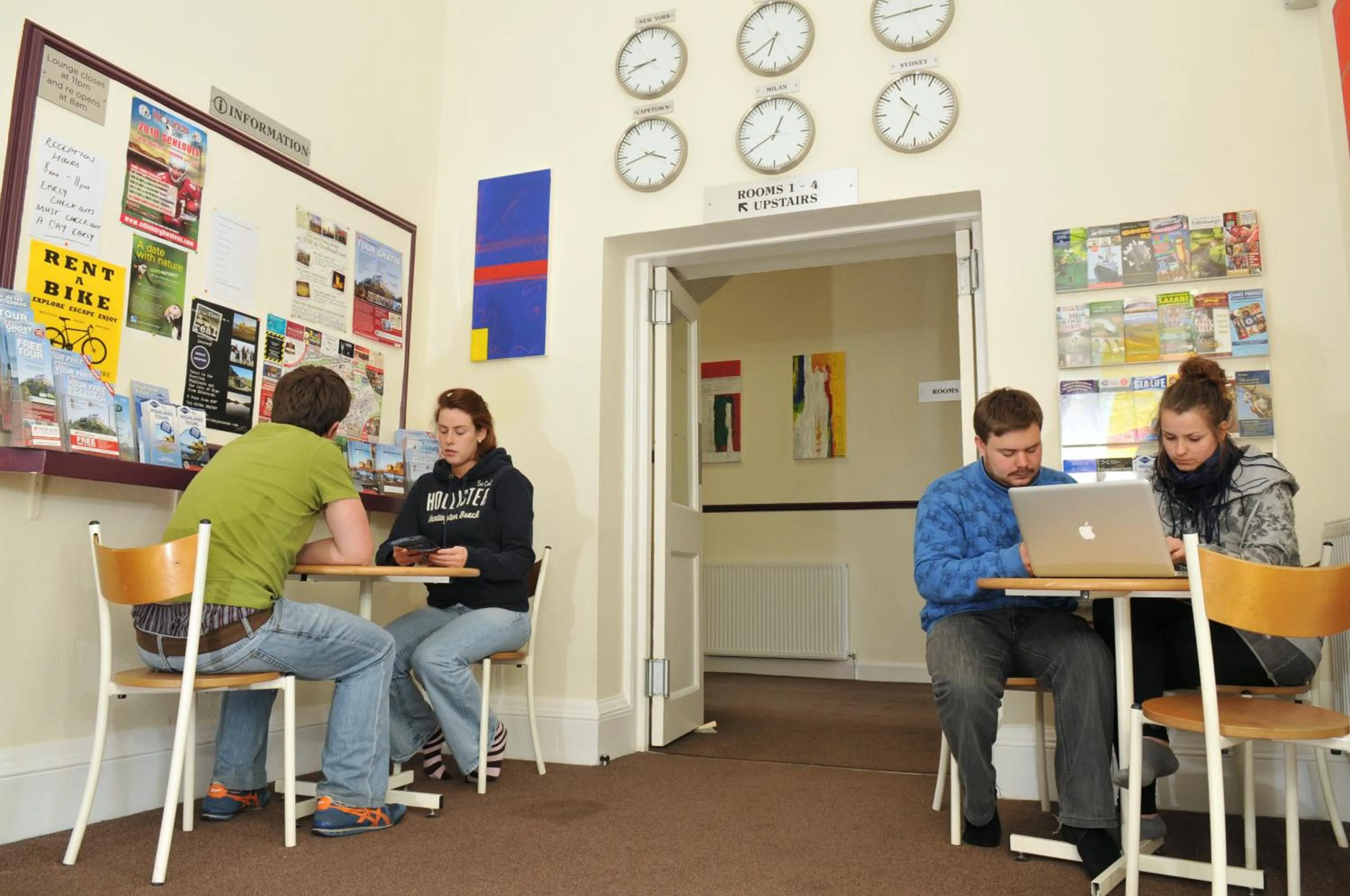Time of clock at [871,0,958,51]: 2:43
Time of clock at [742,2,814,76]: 6:39
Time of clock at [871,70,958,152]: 10:34
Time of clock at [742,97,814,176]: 12:40
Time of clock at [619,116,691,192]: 3:42
